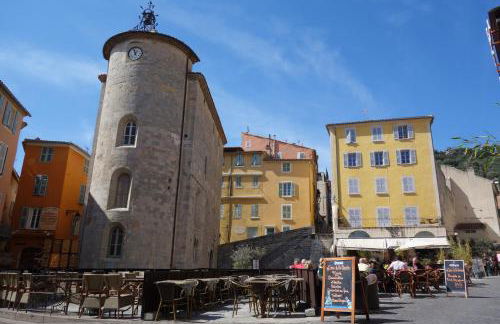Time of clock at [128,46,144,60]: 12:57
